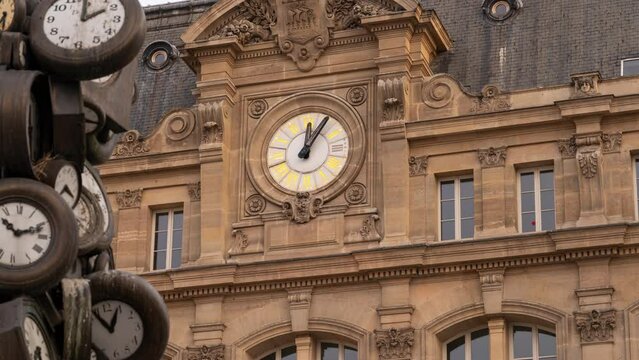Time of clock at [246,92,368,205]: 12:05
